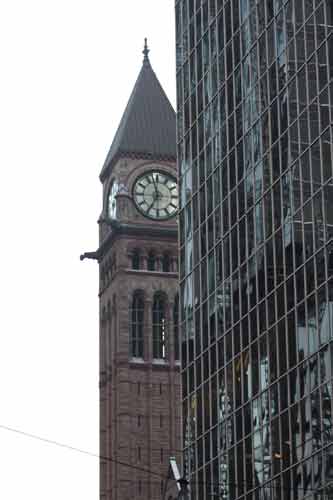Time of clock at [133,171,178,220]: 6:57
